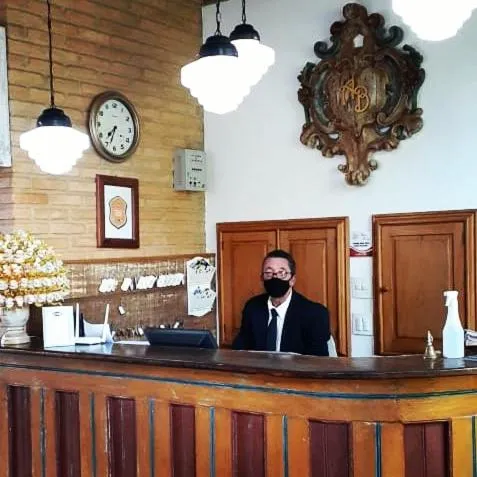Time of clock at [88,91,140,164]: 7:33
